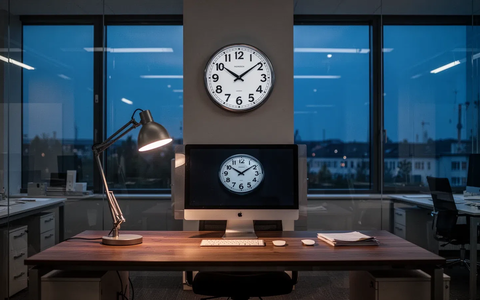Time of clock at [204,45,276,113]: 10:08
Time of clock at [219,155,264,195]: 10:08
